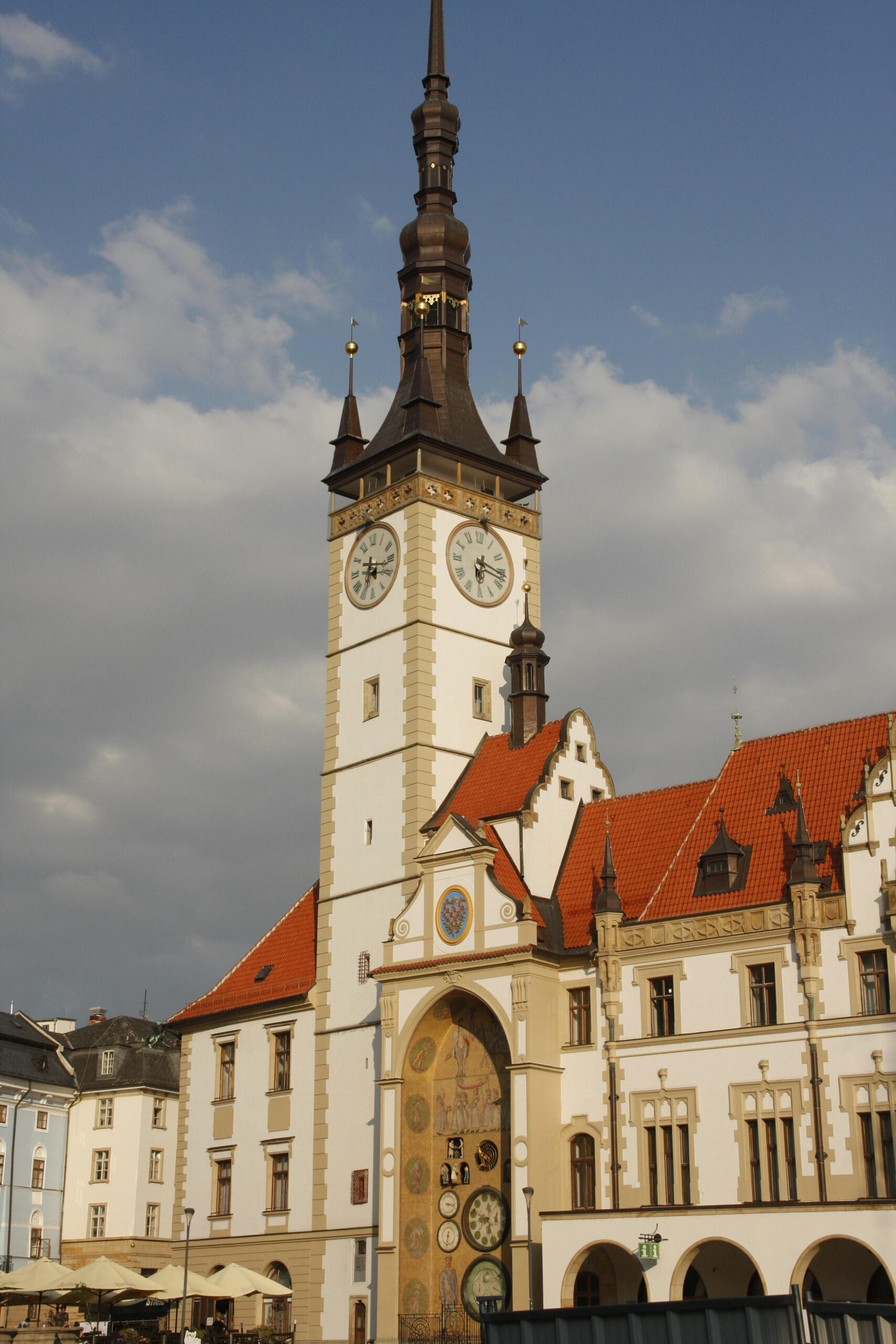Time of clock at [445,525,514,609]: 6:17
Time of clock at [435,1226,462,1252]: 6:32
